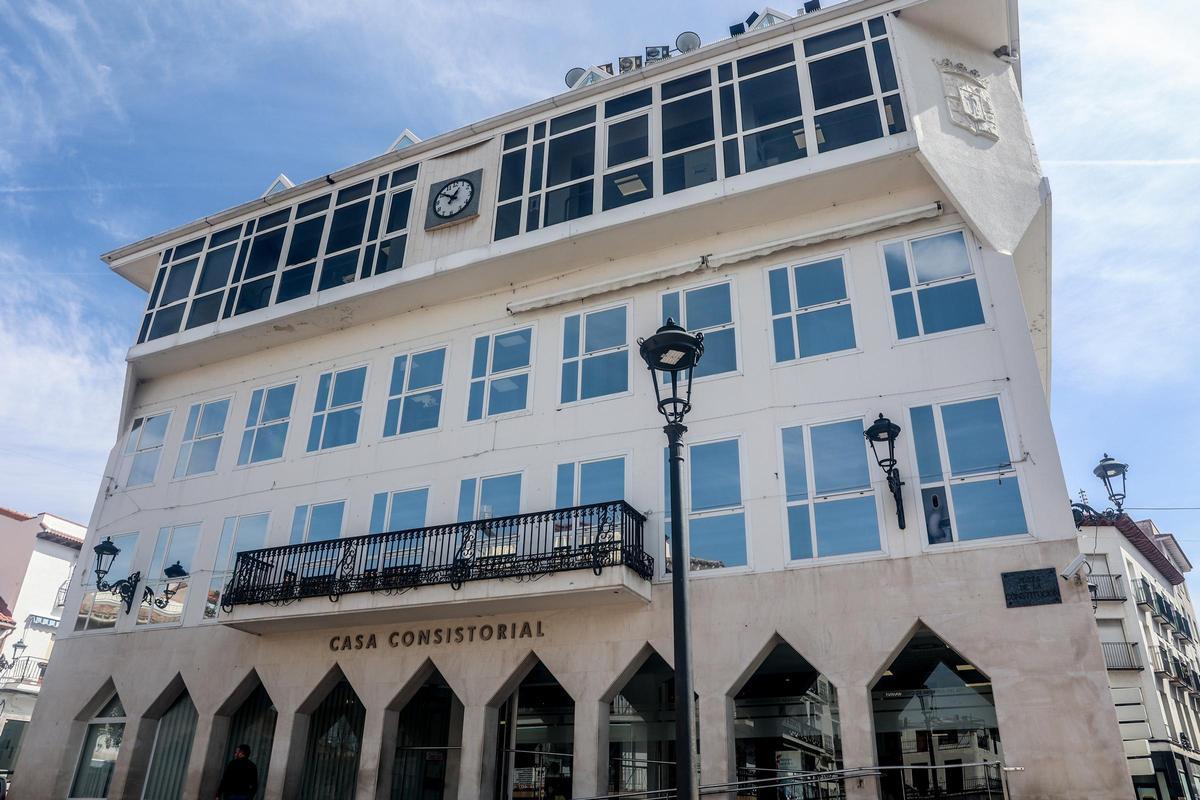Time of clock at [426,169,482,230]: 12:50
